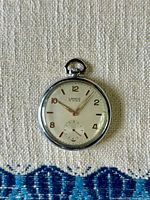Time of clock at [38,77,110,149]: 10:06
